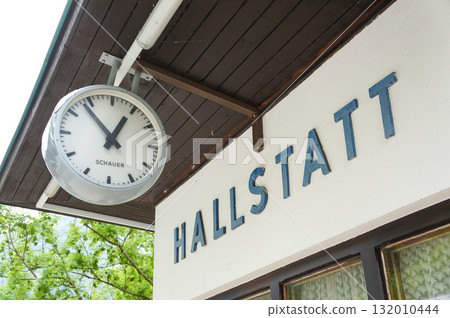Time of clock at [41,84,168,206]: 12:53
